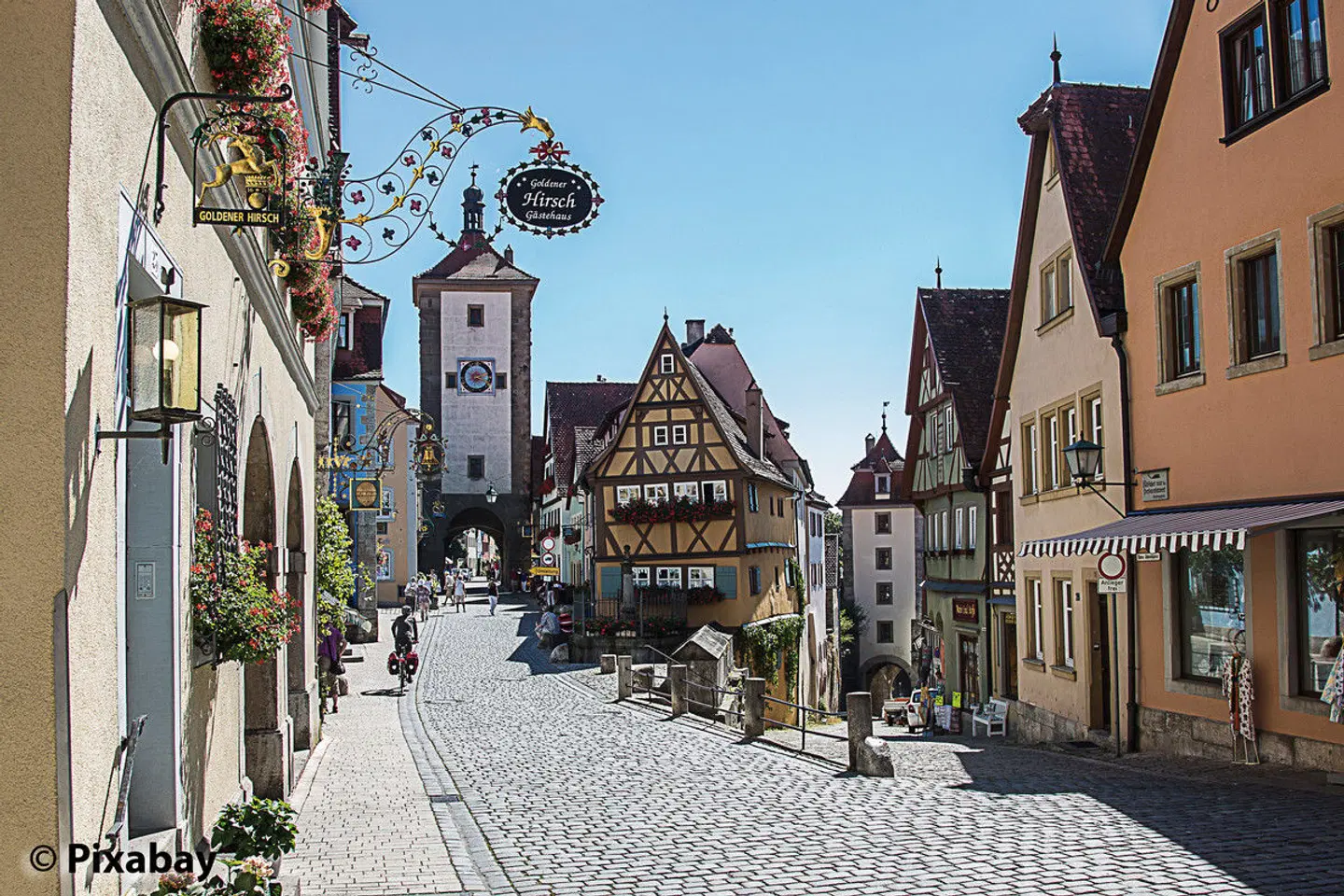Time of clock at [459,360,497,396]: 2:18
